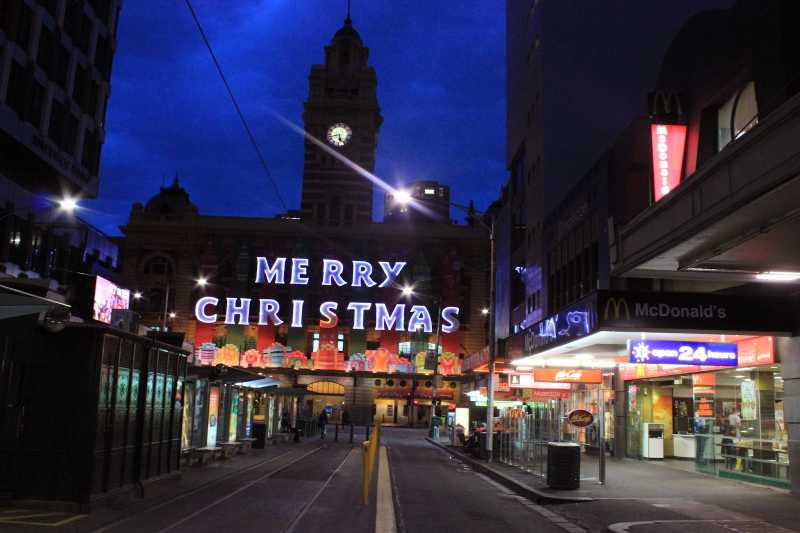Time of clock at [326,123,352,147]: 5:42
